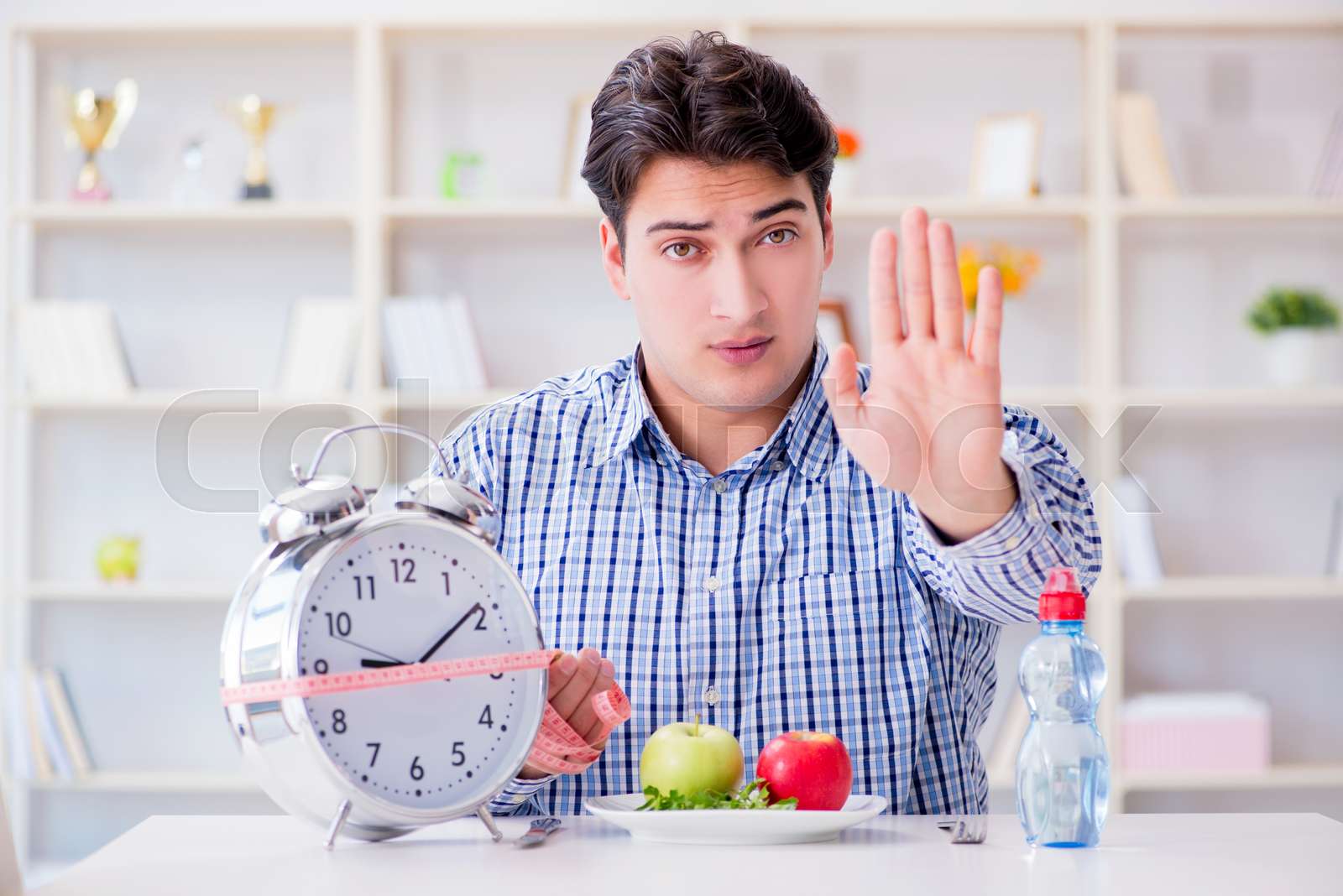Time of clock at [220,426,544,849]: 9:09
